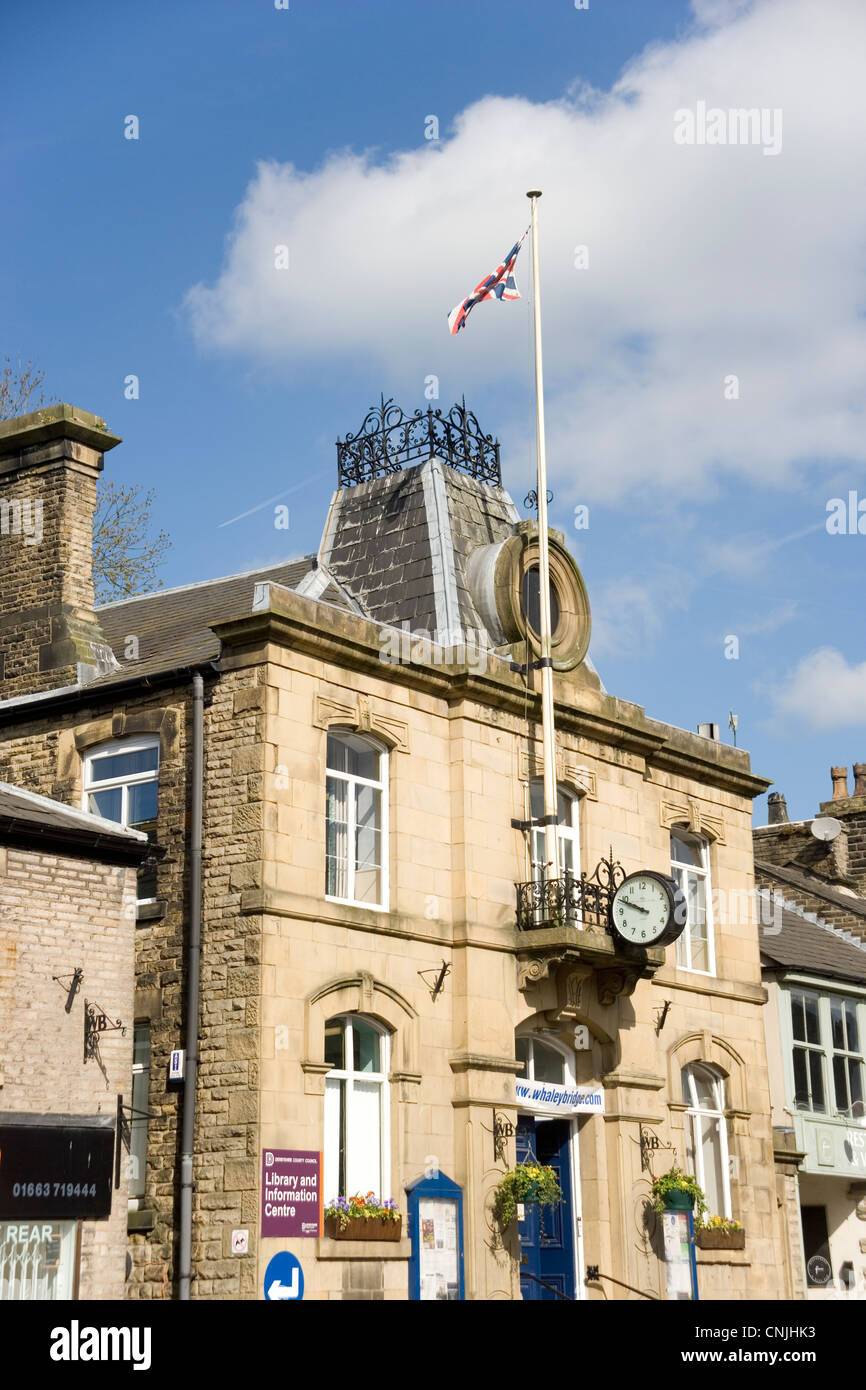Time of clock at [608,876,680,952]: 9:48
